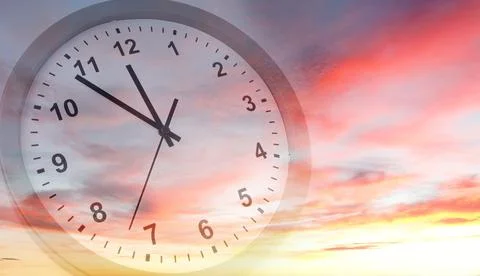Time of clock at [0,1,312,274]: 11:53
